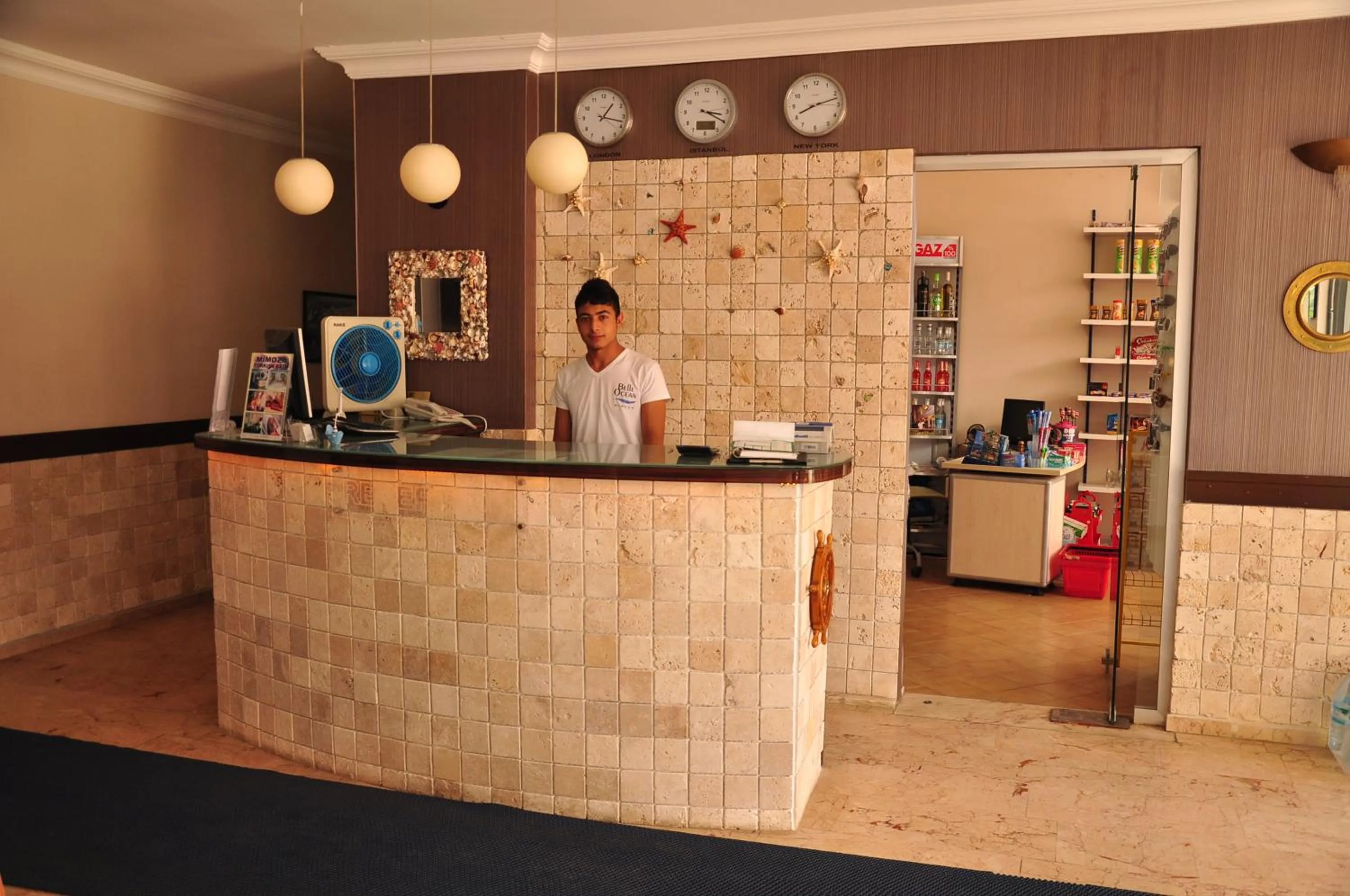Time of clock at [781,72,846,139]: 8:12
